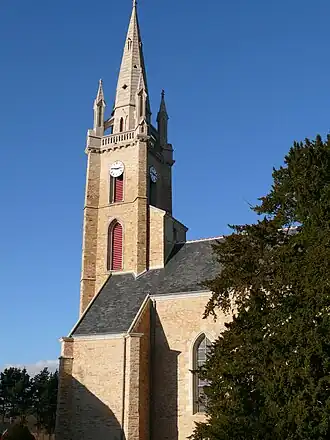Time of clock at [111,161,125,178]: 2:46
